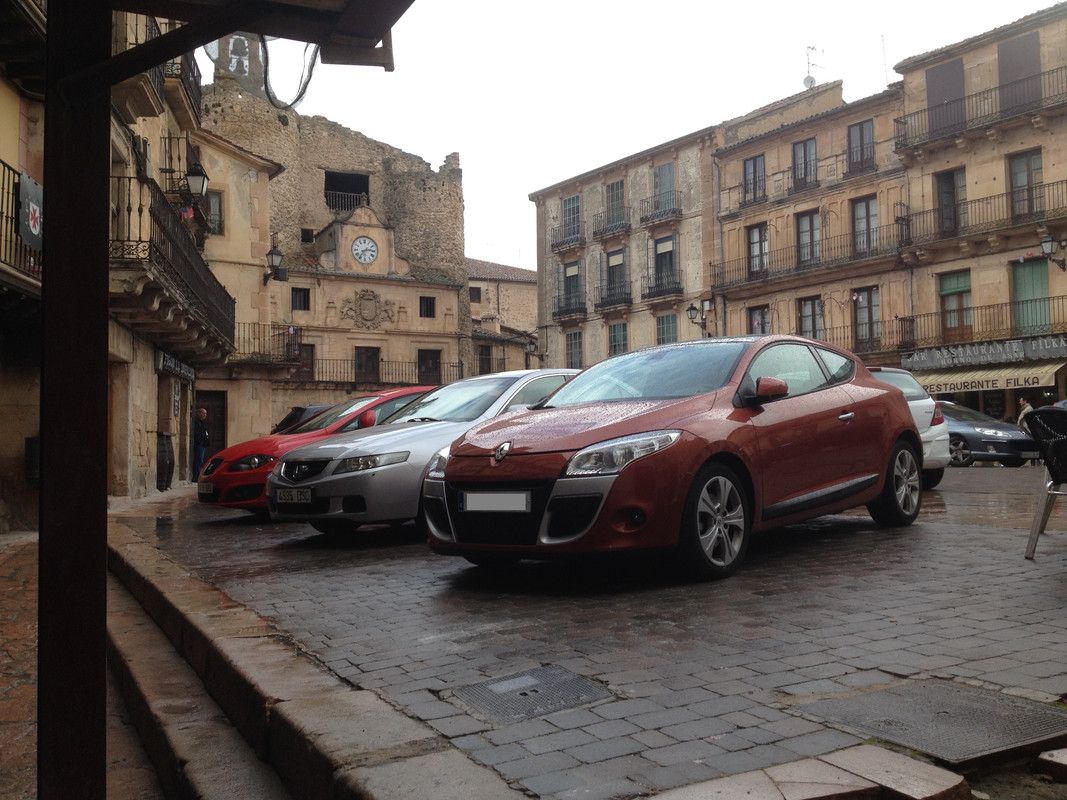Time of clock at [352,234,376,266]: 2:36
